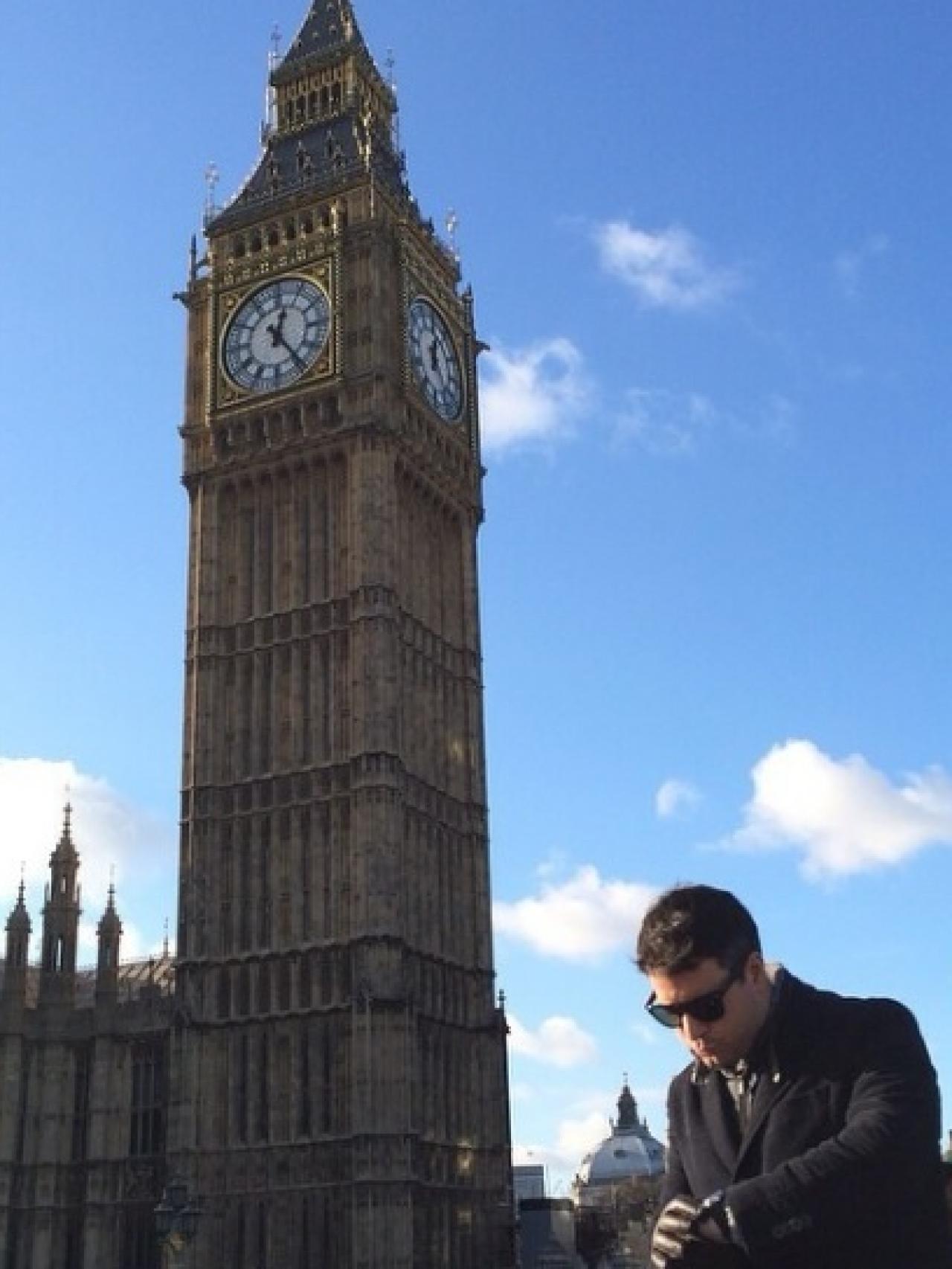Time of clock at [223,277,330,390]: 12:23
